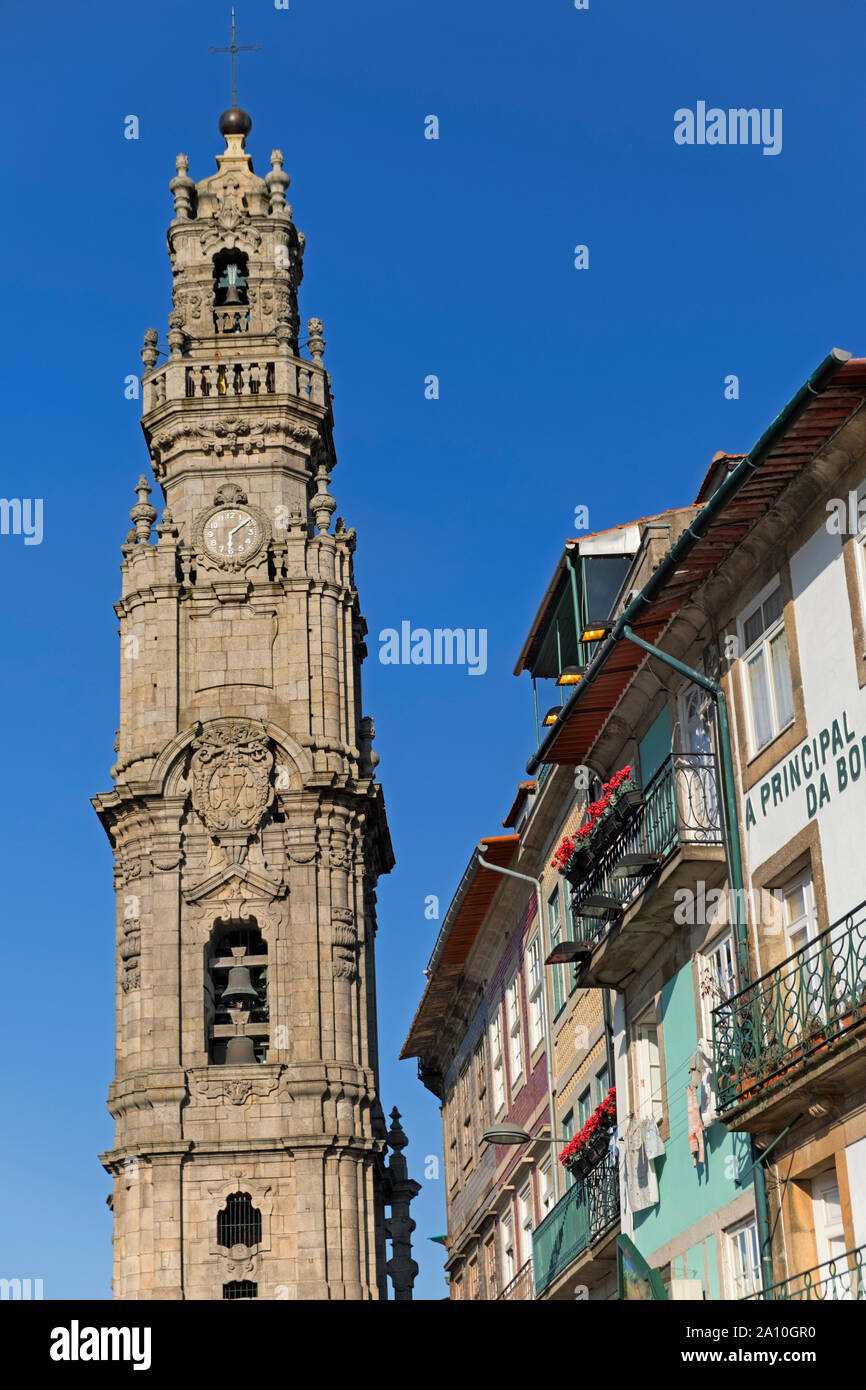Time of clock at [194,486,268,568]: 6:08
